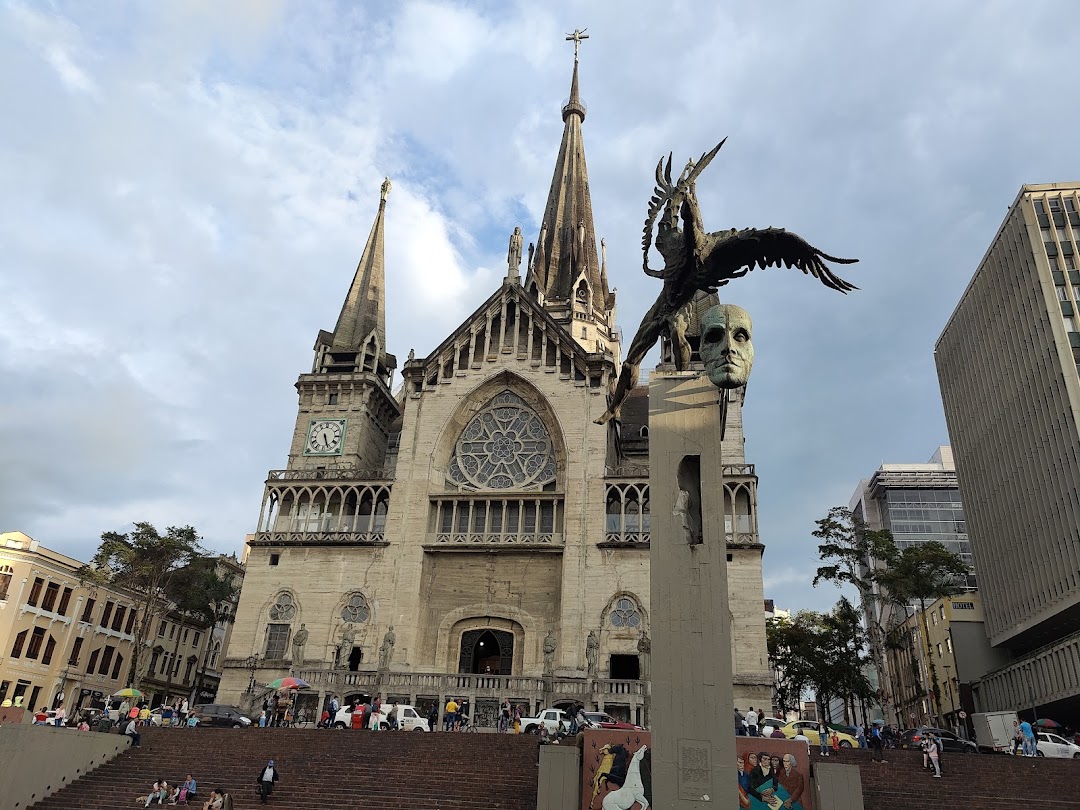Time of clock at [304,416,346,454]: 5:26
